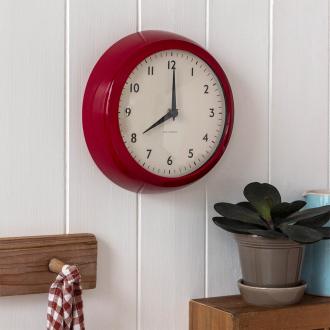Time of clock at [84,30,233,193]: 8:00
